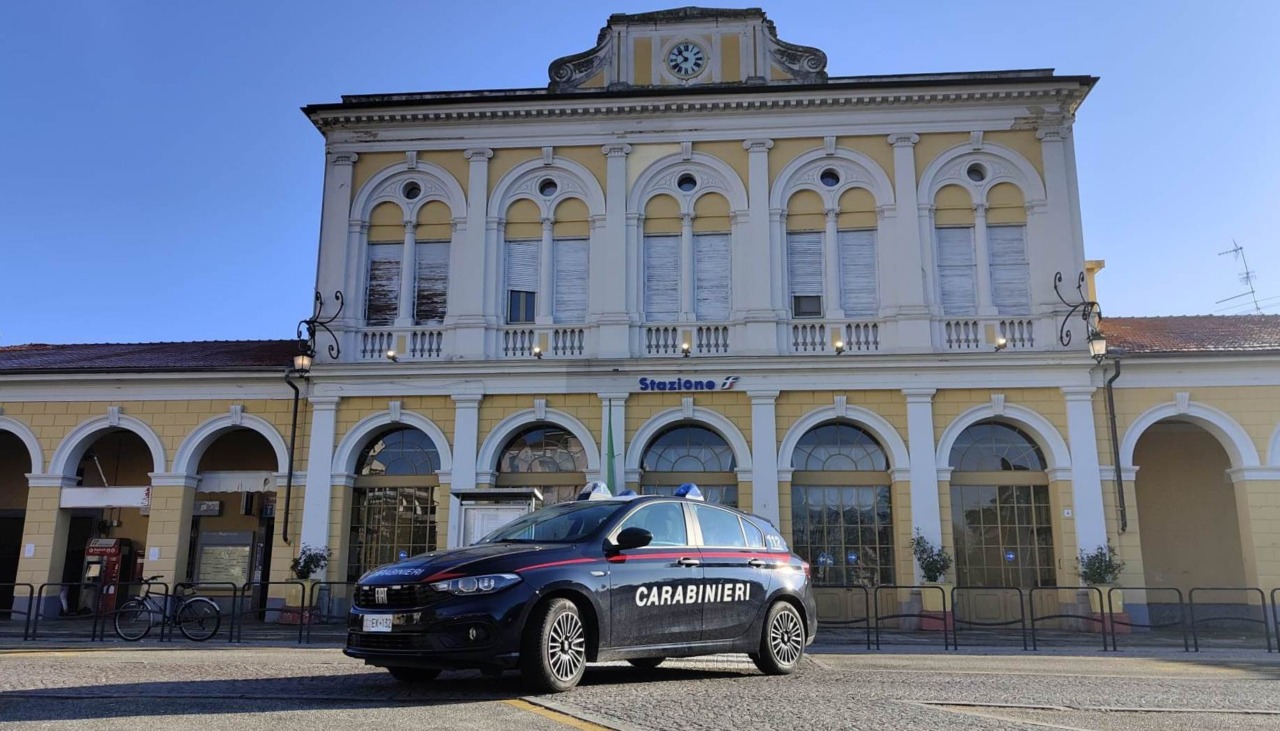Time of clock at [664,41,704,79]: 10:38
